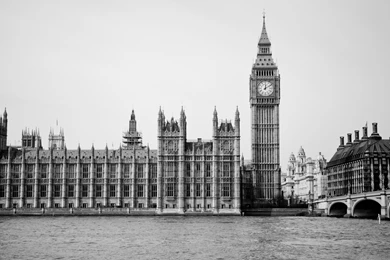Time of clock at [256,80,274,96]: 12:09
